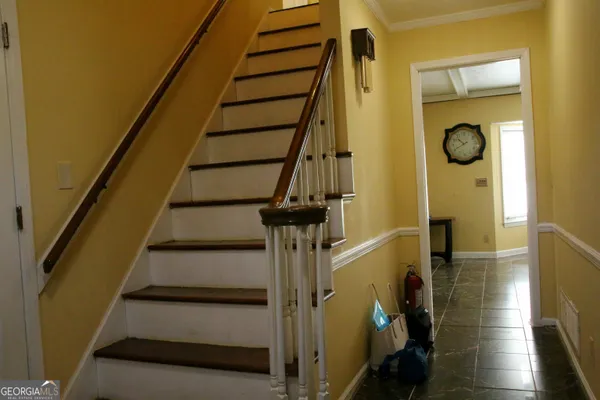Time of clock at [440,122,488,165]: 10:41
